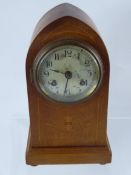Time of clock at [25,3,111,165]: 9:32
